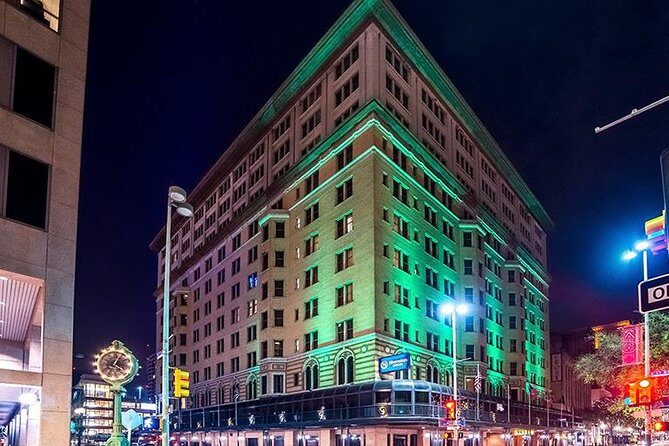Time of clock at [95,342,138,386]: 4:04
